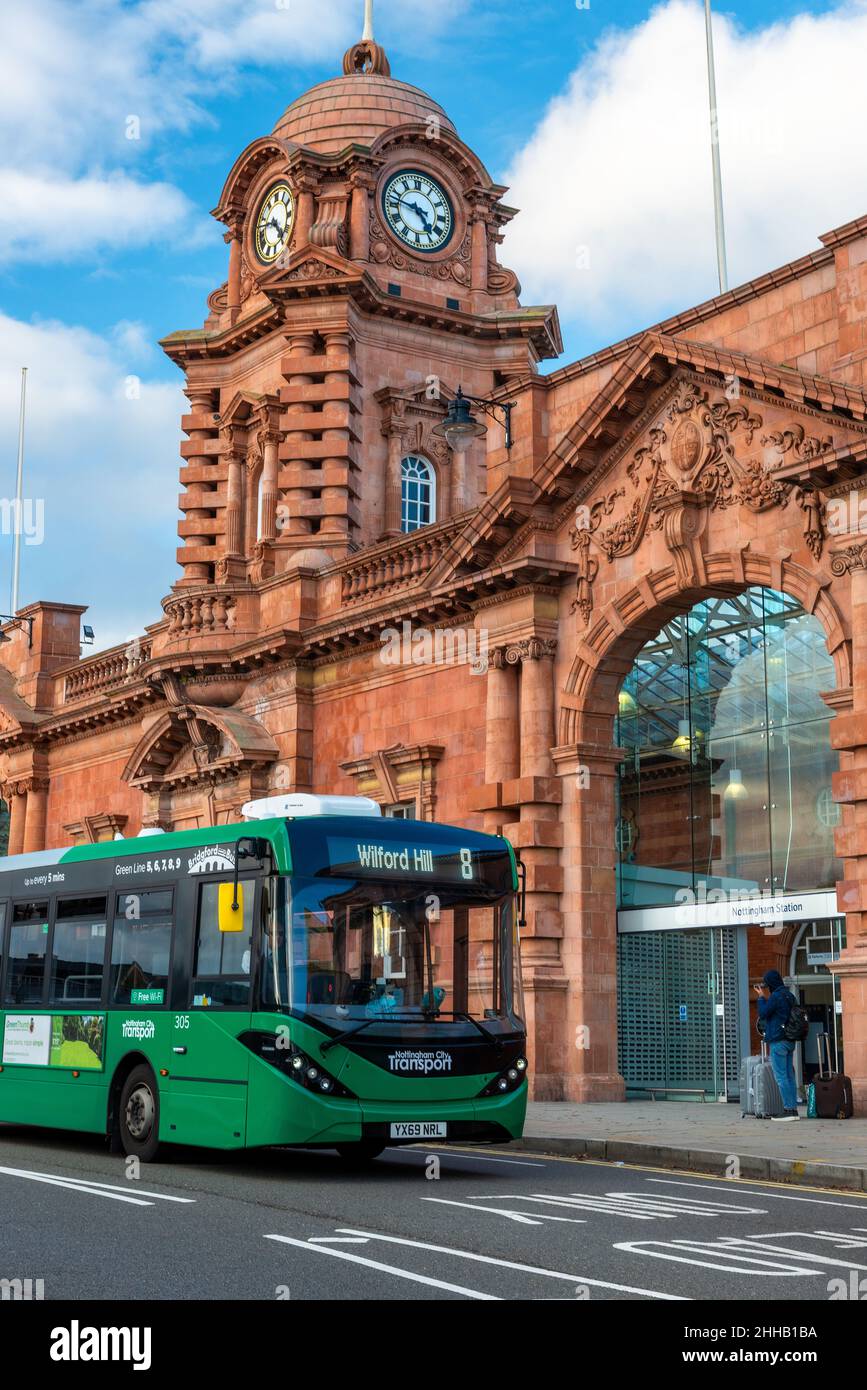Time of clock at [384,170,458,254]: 4:47
